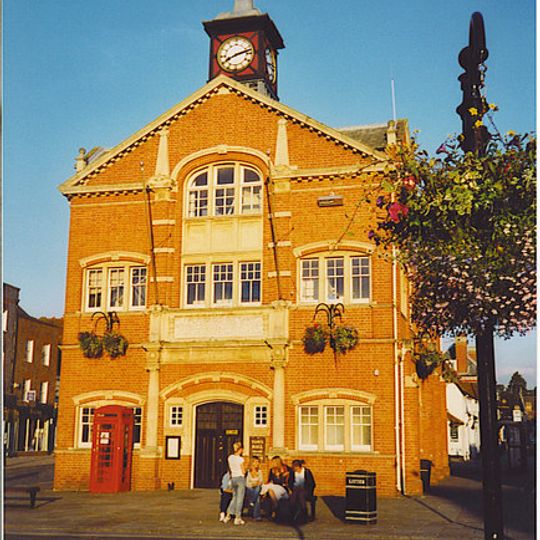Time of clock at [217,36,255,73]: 8:12
